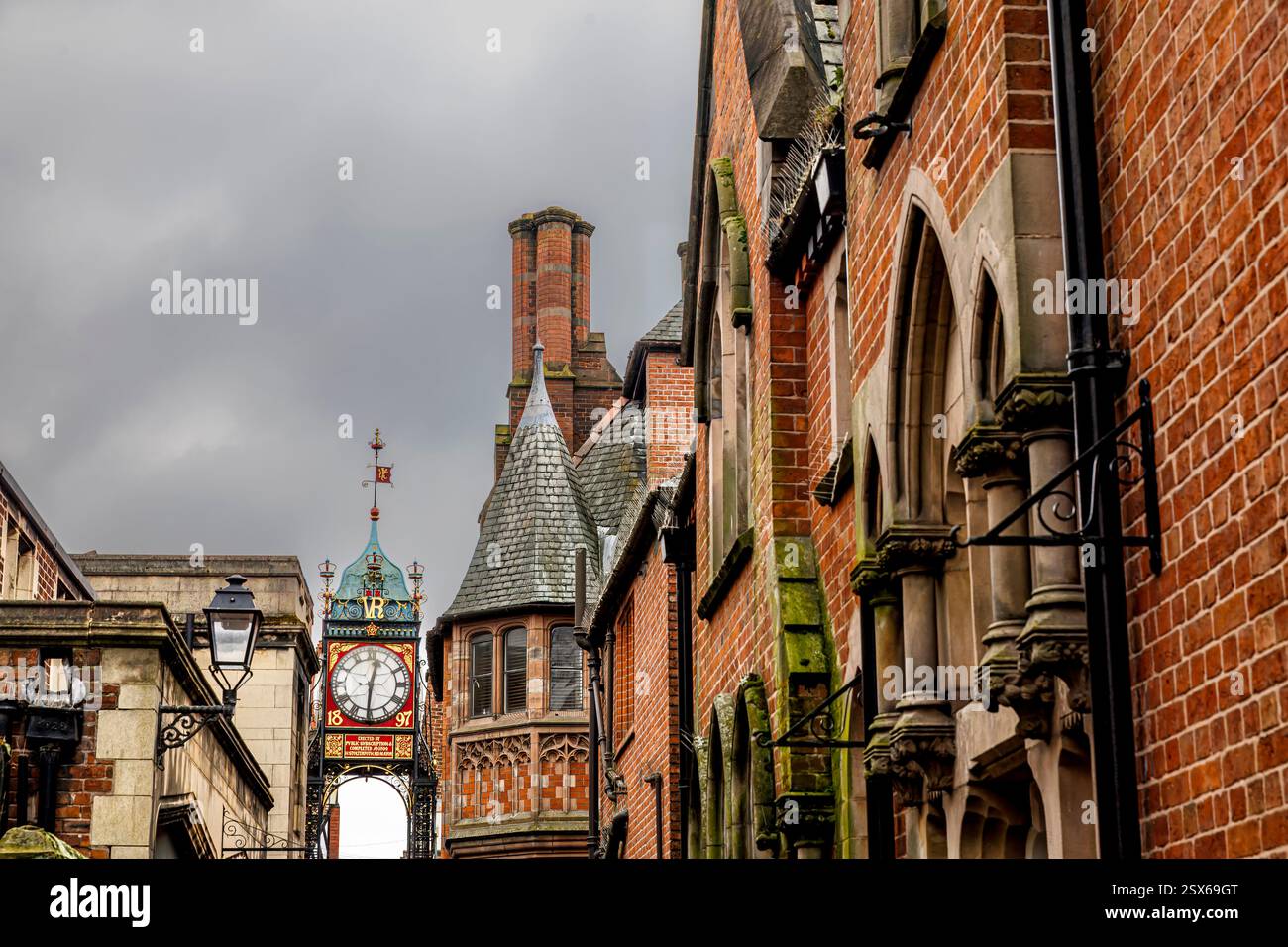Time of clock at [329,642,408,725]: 12:30
